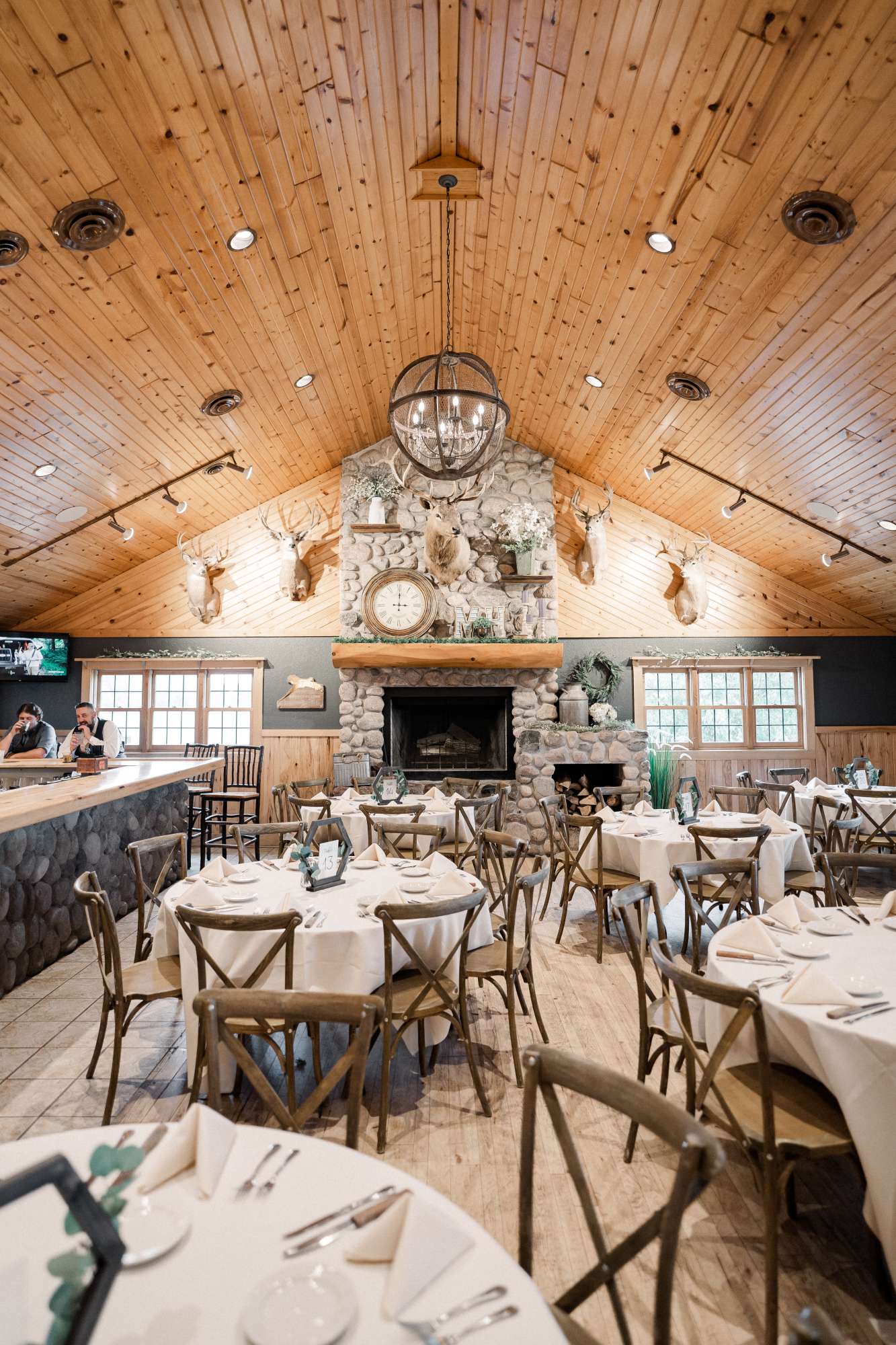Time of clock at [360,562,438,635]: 3:00
